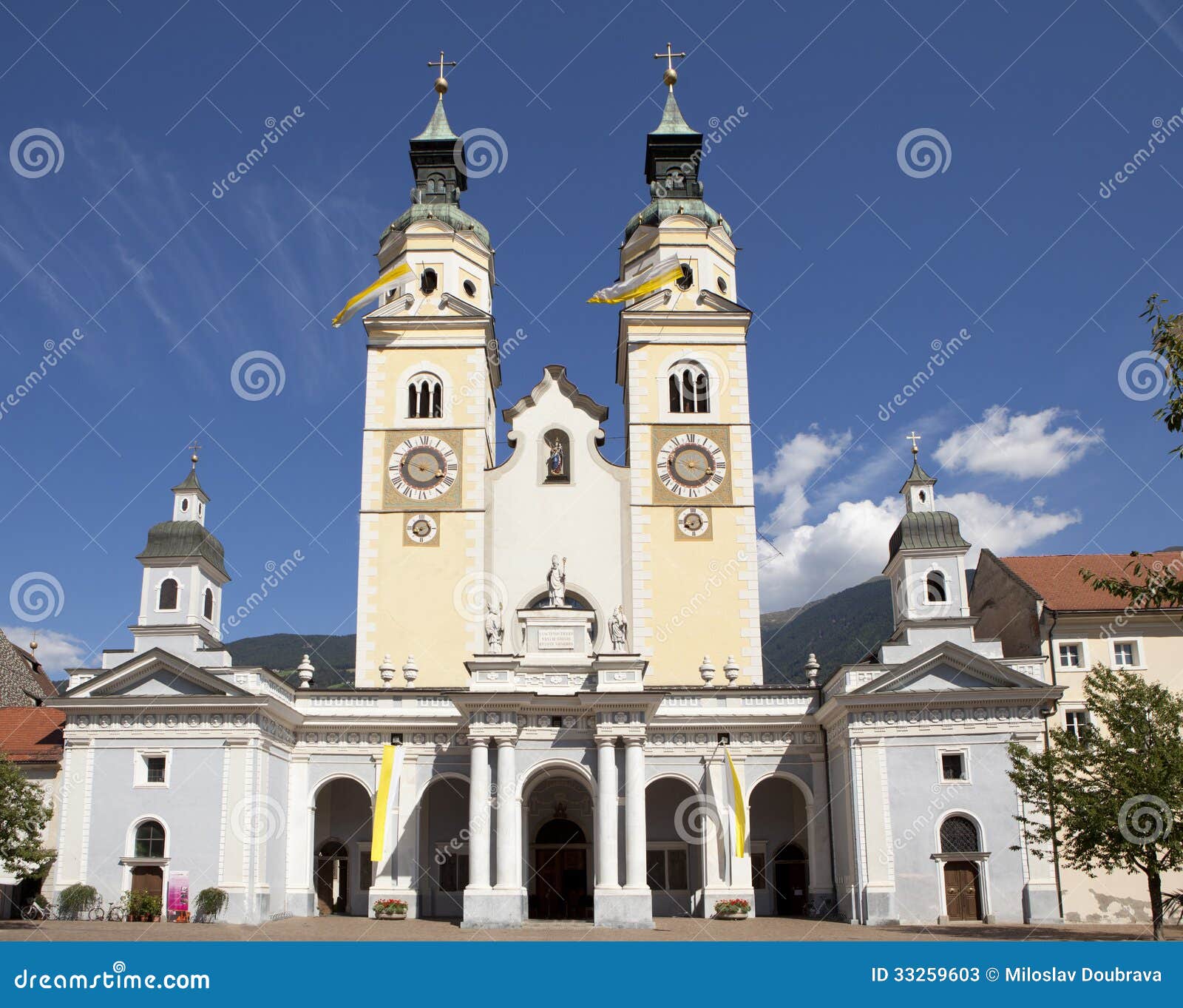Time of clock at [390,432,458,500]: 3:47
